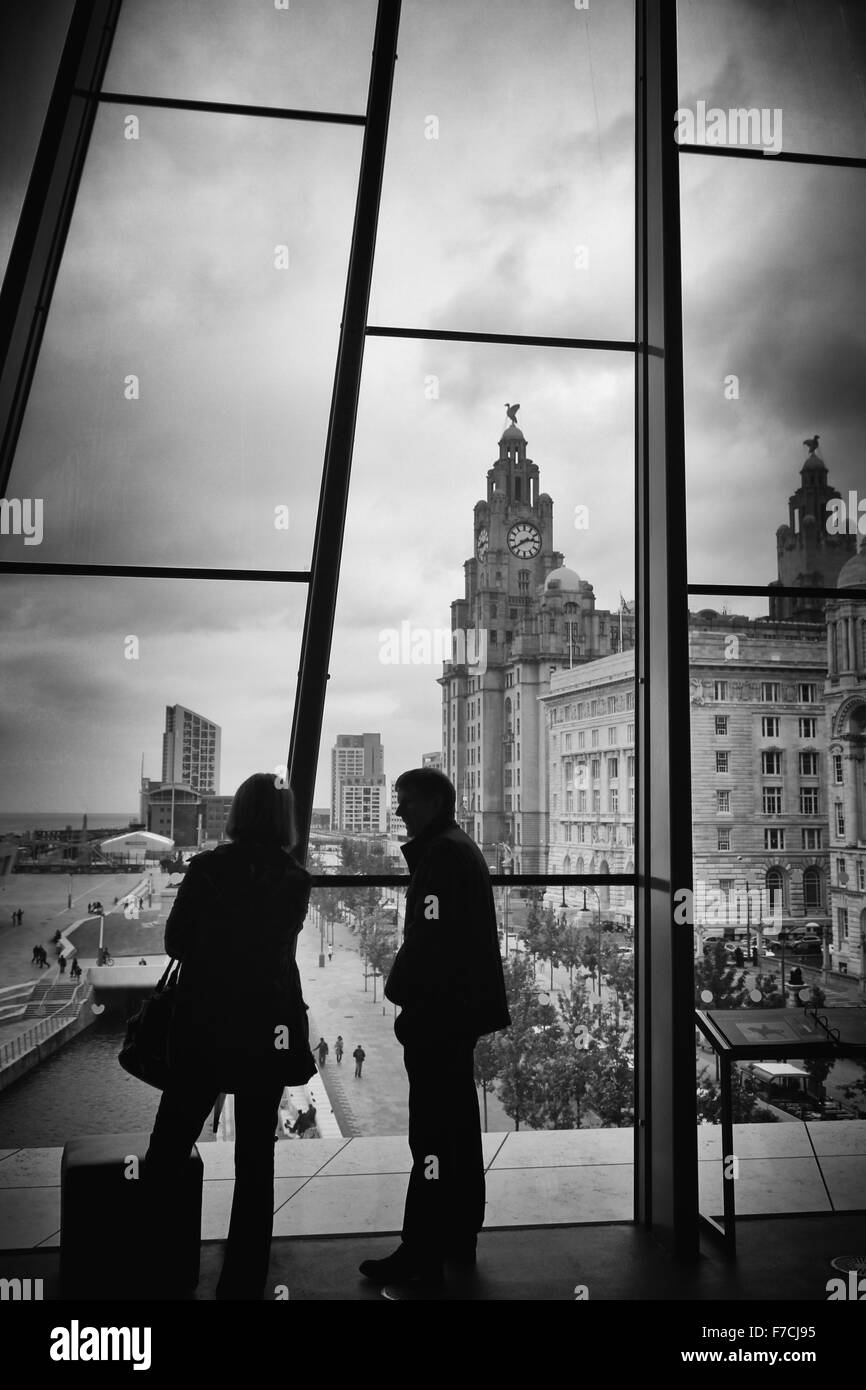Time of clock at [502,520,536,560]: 2:39
